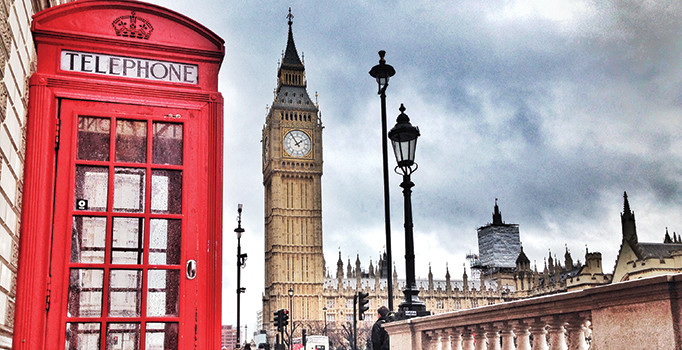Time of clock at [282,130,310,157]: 1:54
